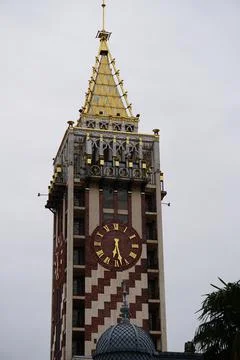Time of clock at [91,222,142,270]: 6:27
